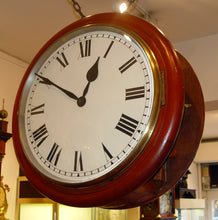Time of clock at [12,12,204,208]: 12:50
